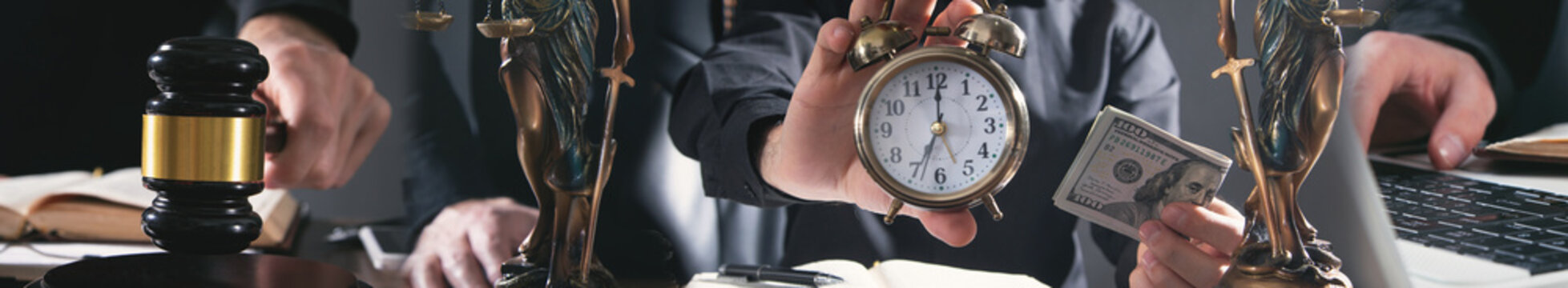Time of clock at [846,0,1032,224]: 7:00
